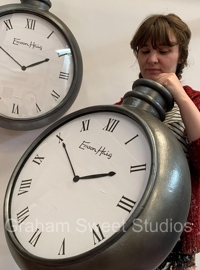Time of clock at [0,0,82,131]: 1:50
